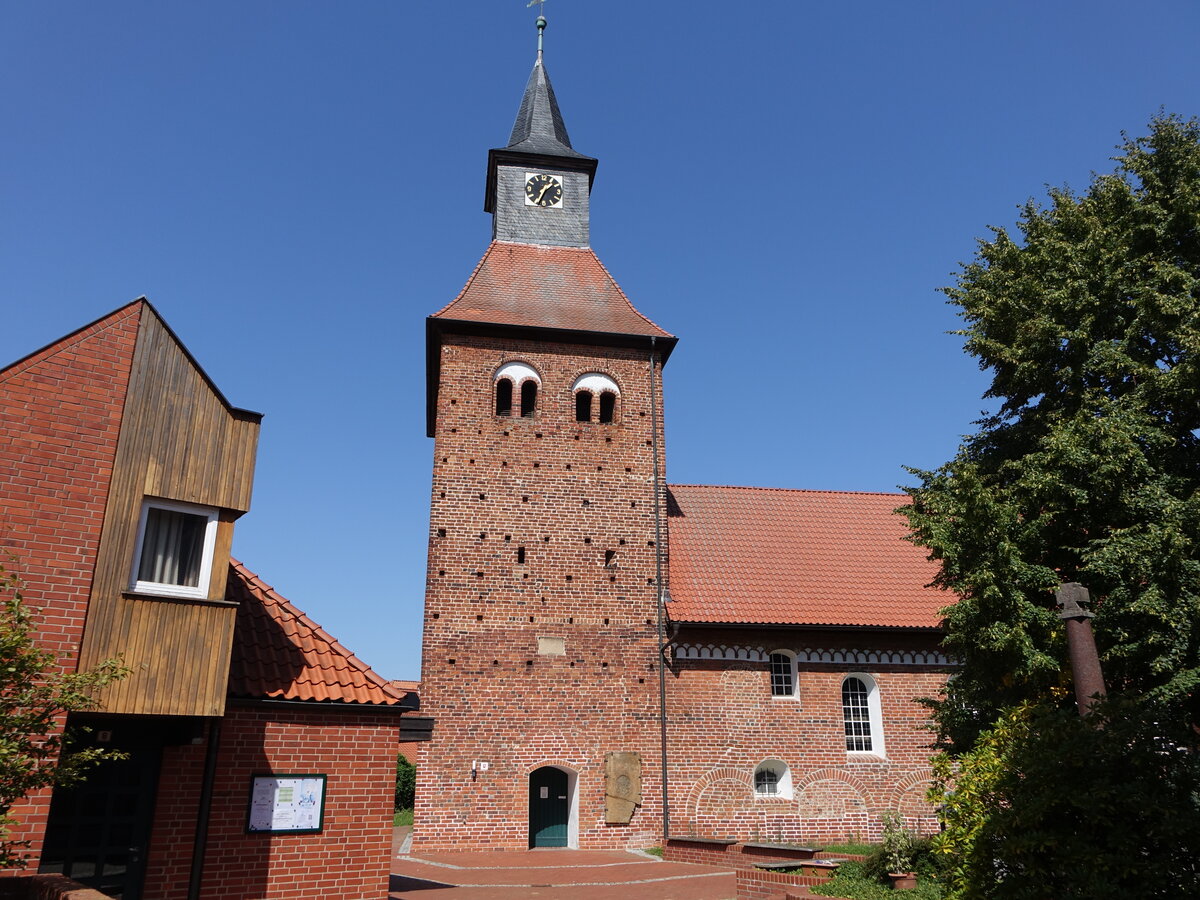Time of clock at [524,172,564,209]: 1:33
